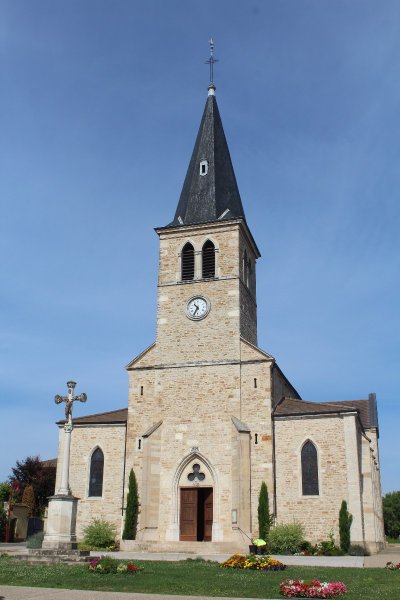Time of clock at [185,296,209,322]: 10:34
